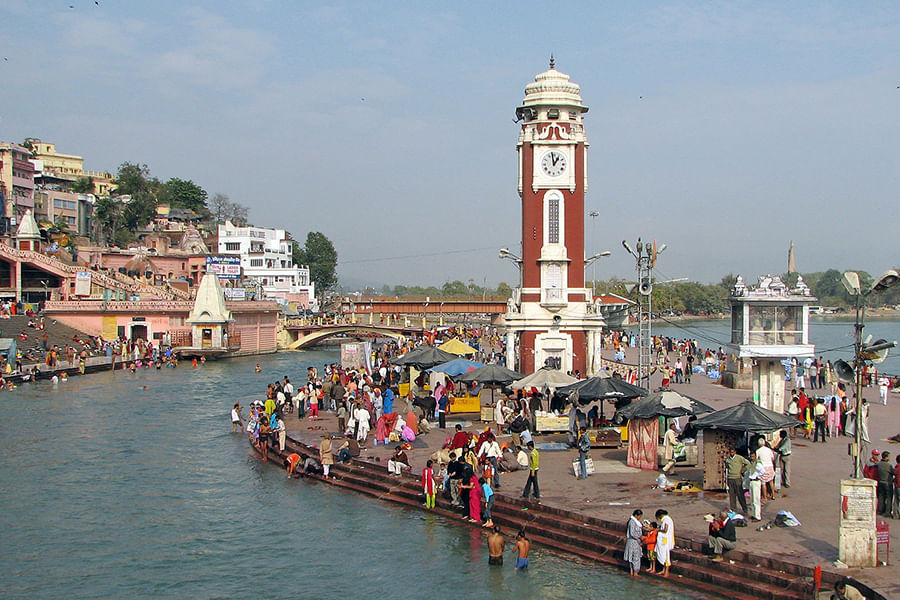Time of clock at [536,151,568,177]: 12:58
